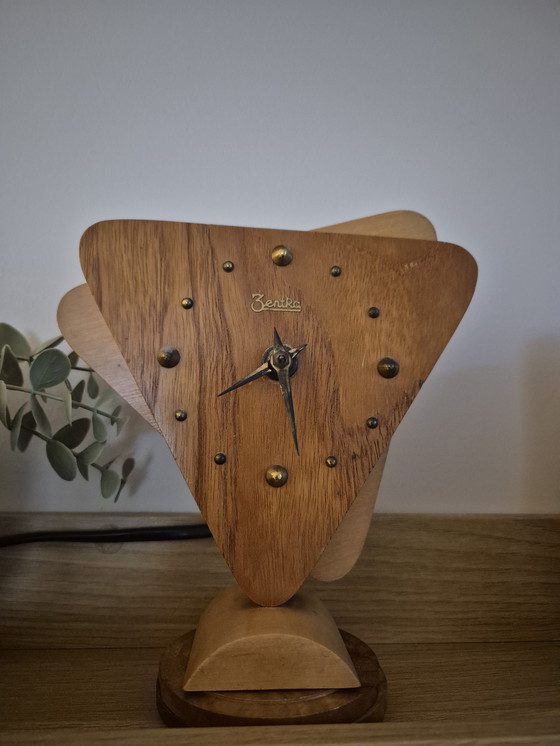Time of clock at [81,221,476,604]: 8:27
